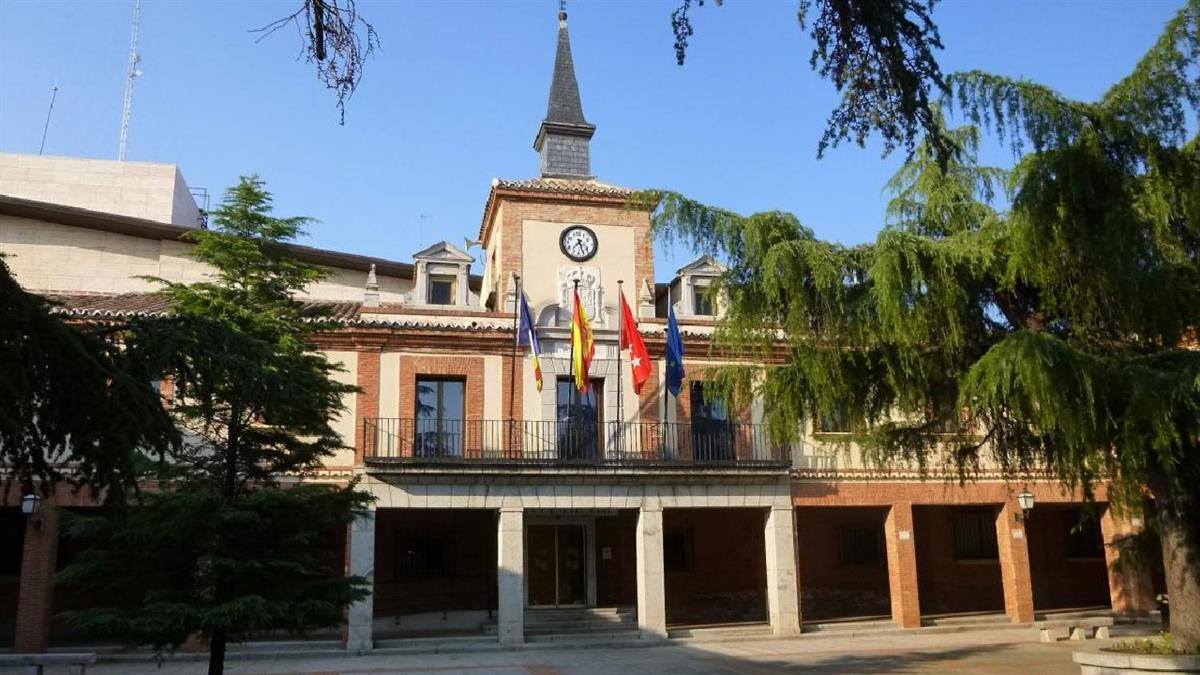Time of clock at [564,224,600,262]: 7:25
